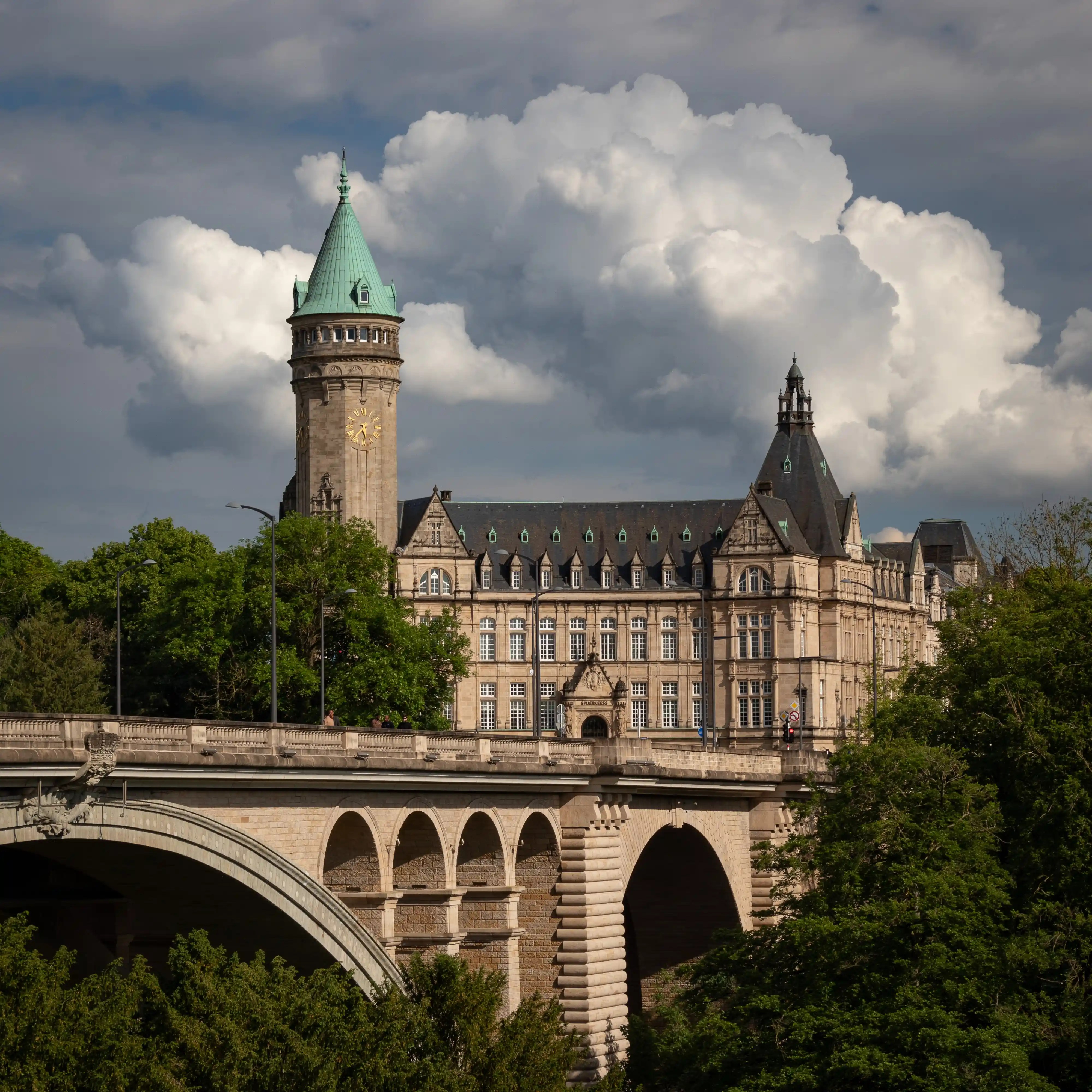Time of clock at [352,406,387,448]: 5:36
